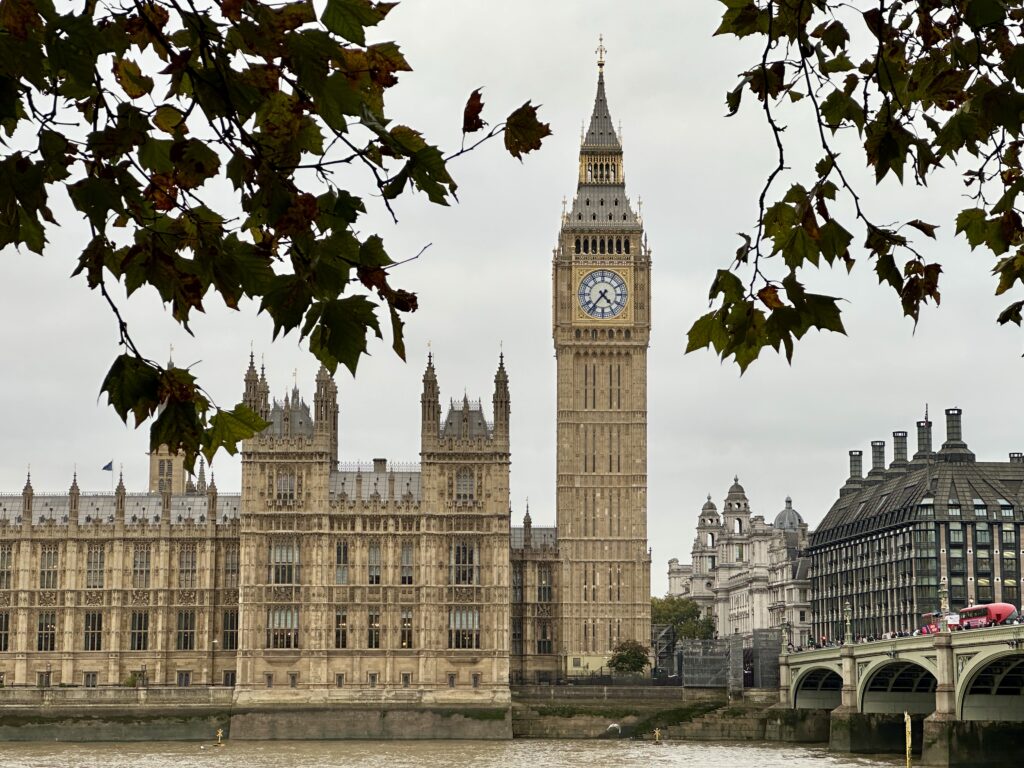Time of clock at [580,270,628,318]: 4:36
